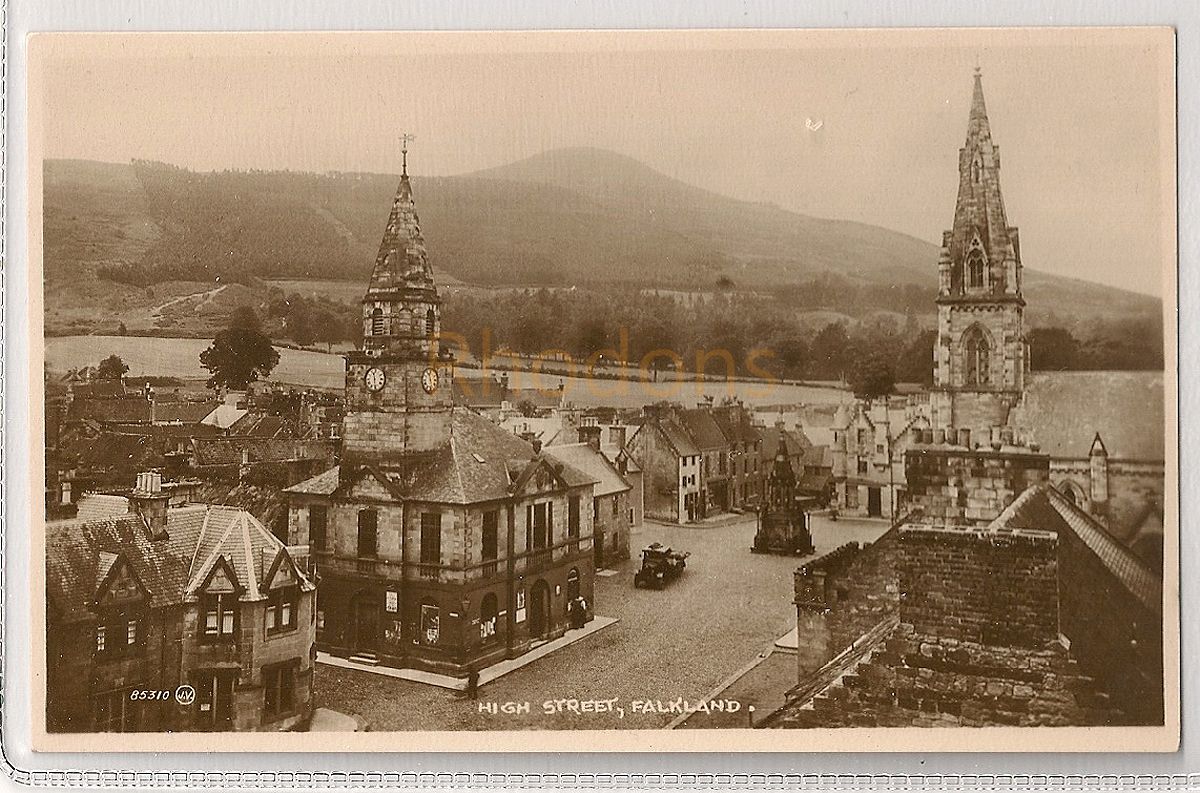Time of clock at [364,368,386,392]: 11:28
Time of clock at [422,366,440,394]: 11:28
